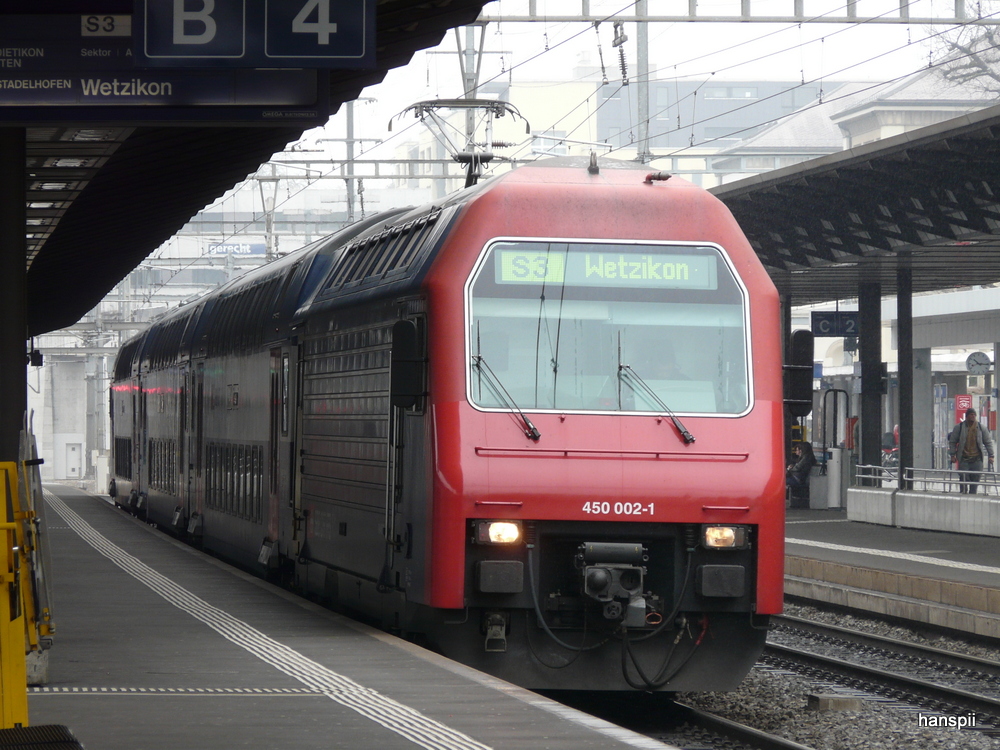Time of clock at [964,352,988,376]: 10:15
